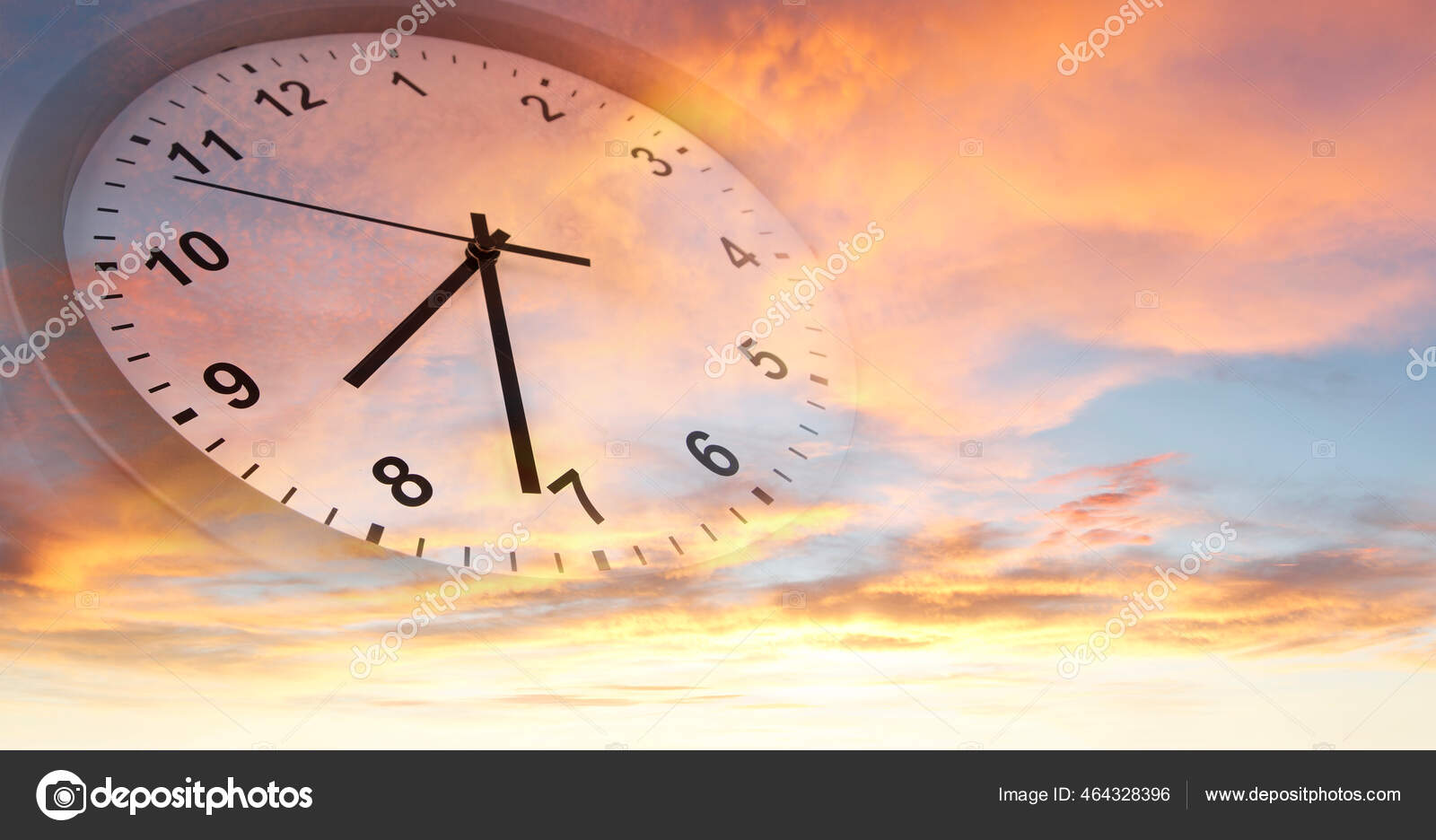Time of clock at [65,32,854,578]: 7:31
